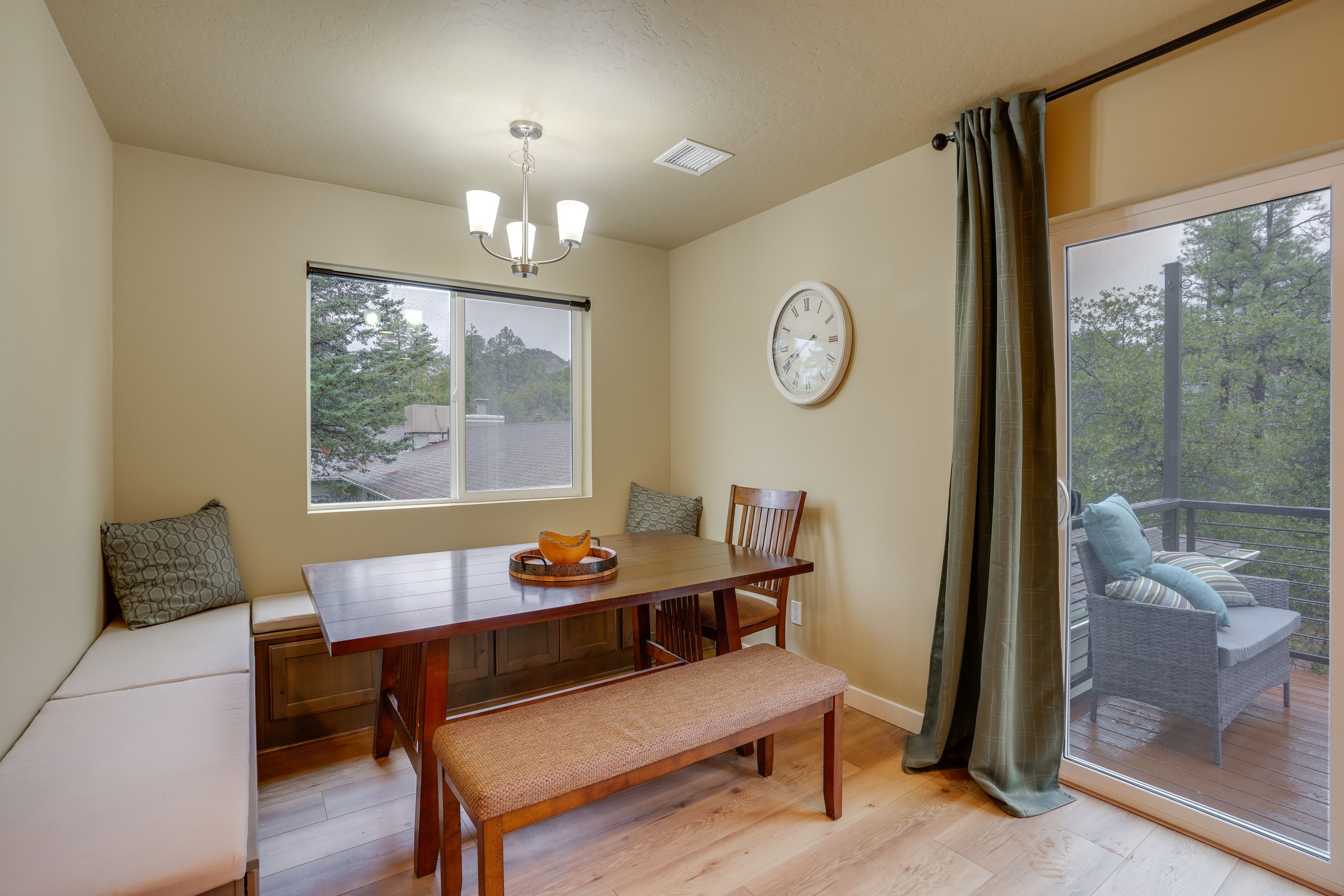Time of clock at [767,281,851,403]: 9:41
